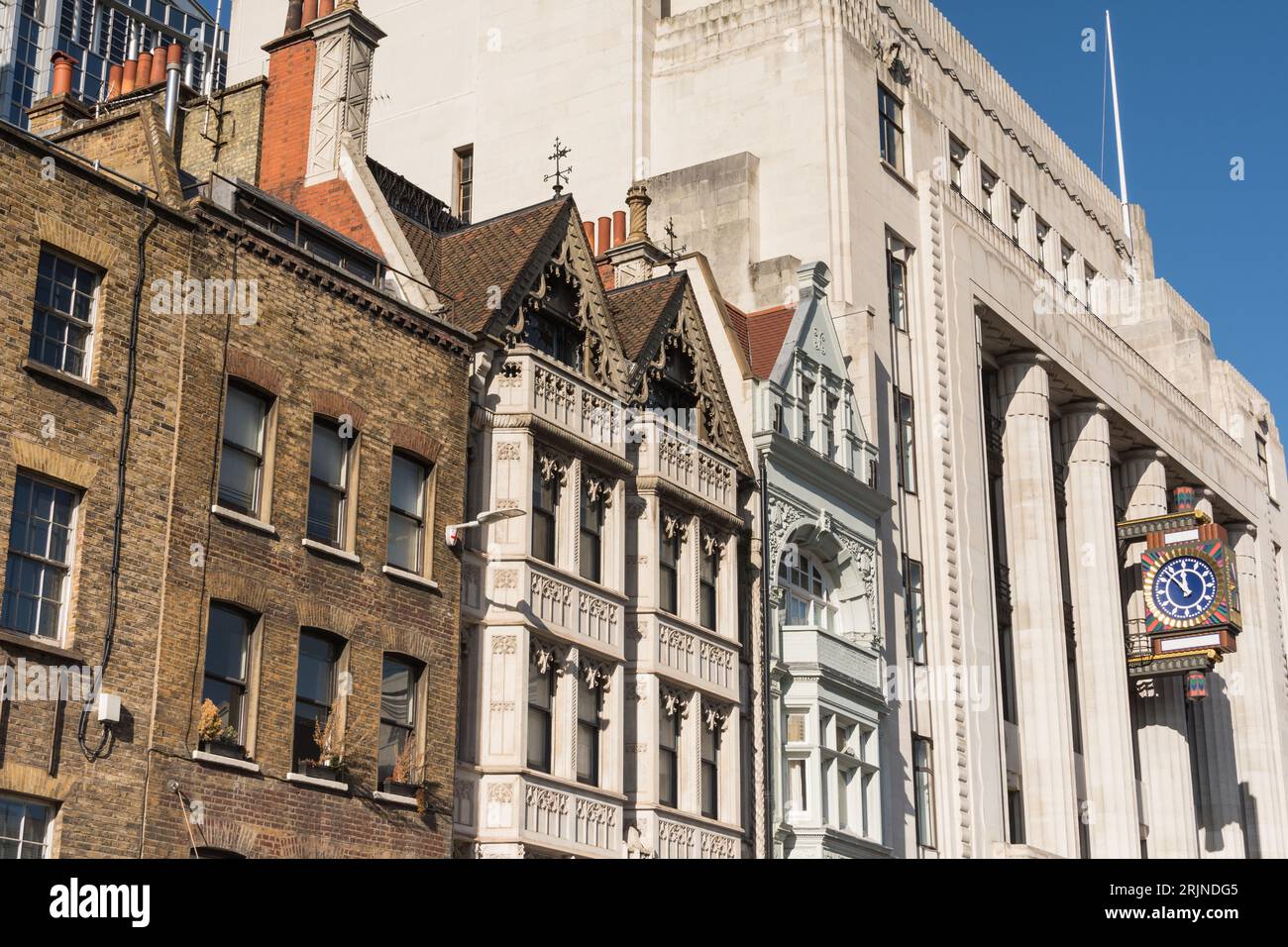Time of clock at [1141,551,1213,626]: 11:52
